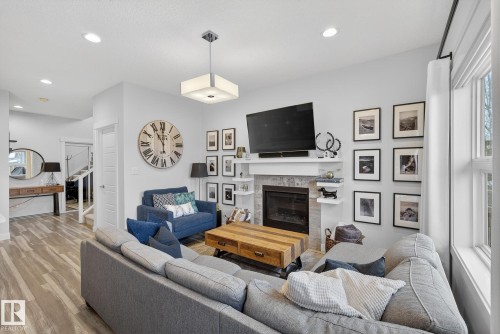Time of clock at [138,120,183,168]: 11:00
